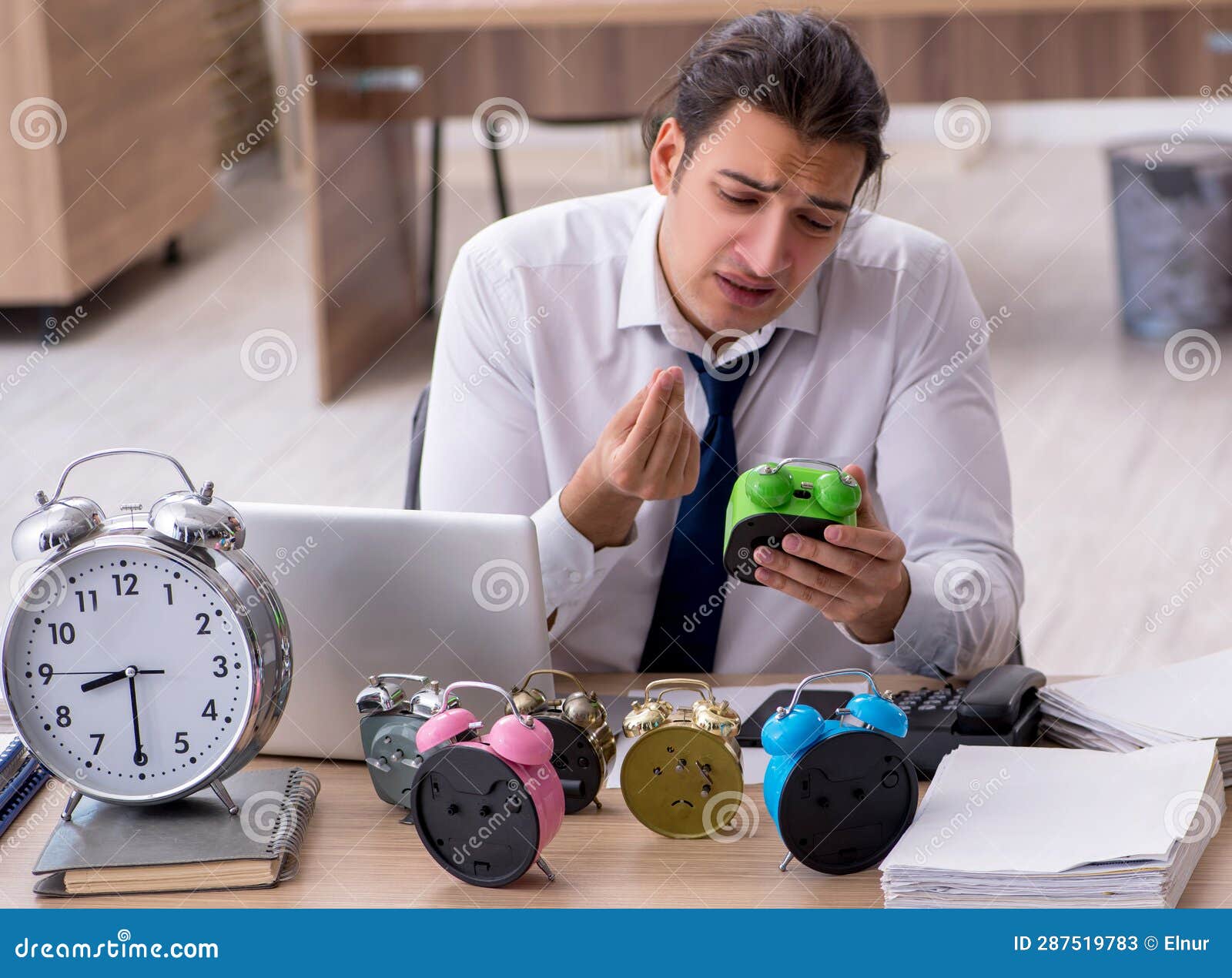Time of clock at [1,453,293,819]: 8:29
